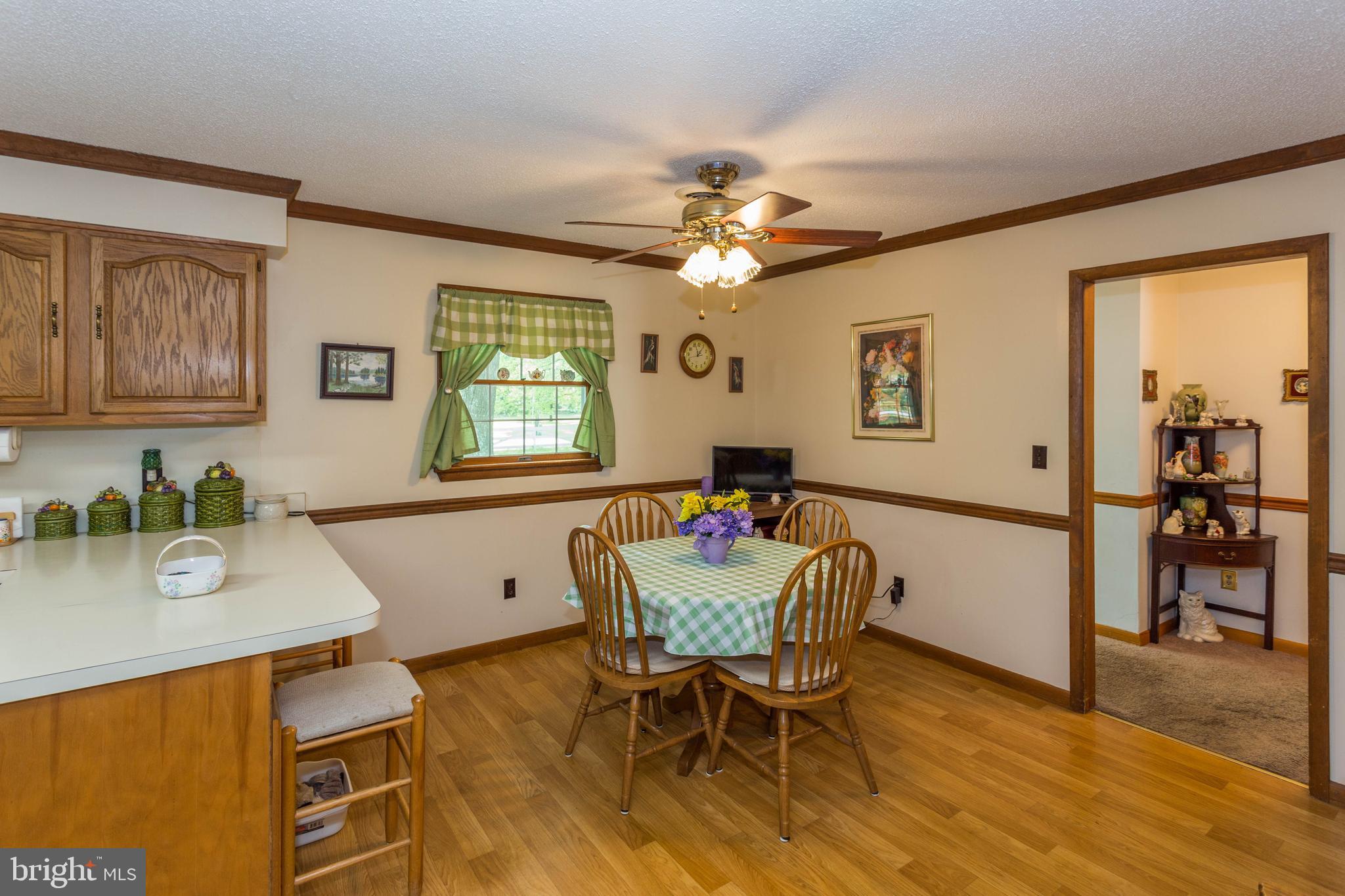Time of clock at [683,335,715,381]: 12:56
